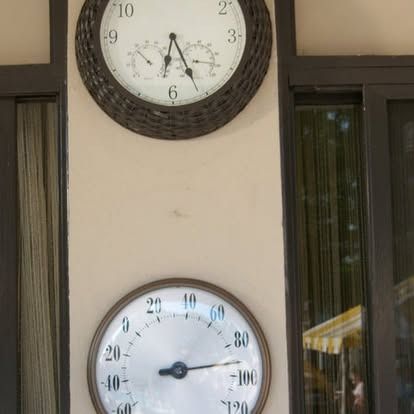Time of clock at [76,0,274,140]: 6:25
